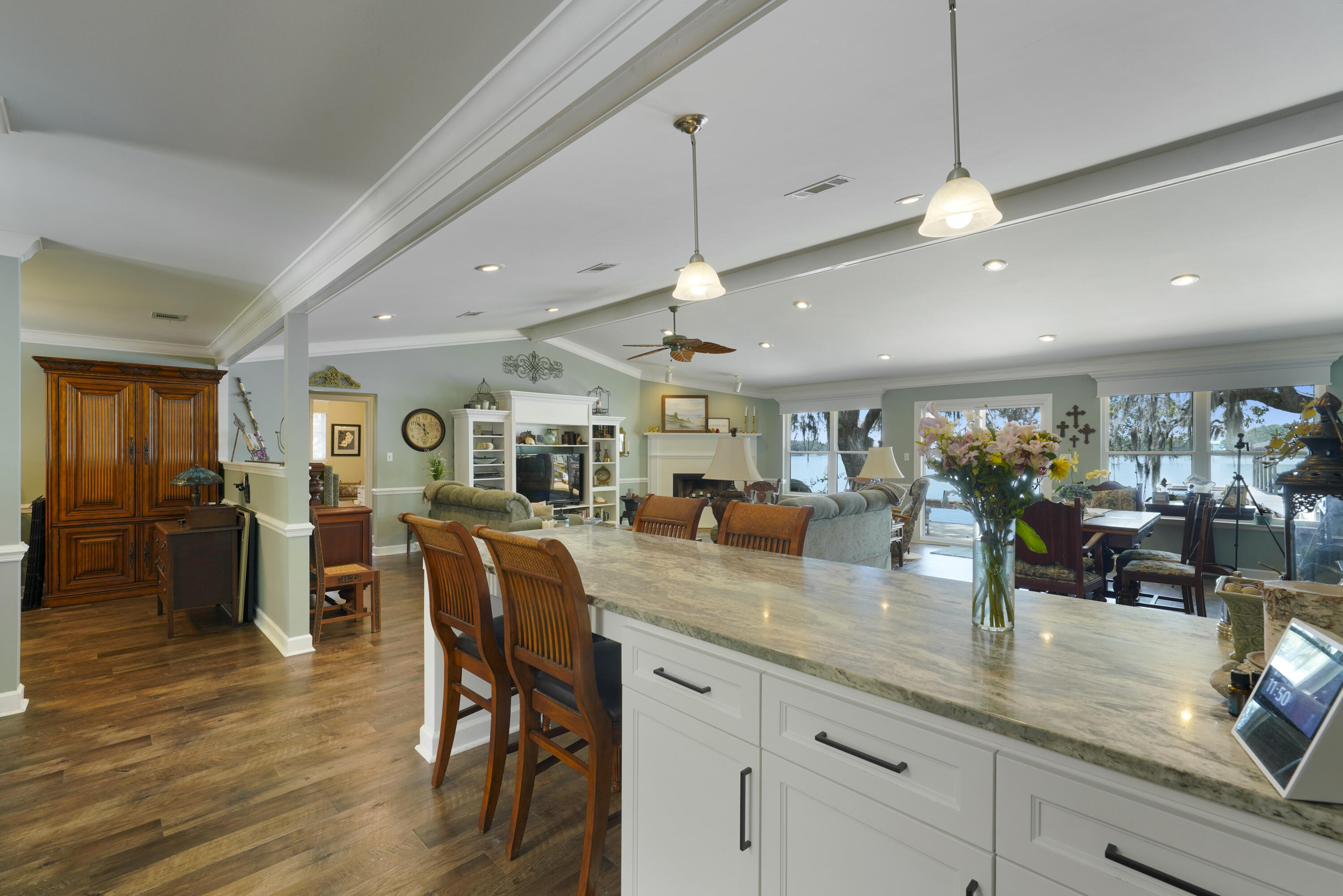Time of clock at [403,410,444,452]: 11:52
